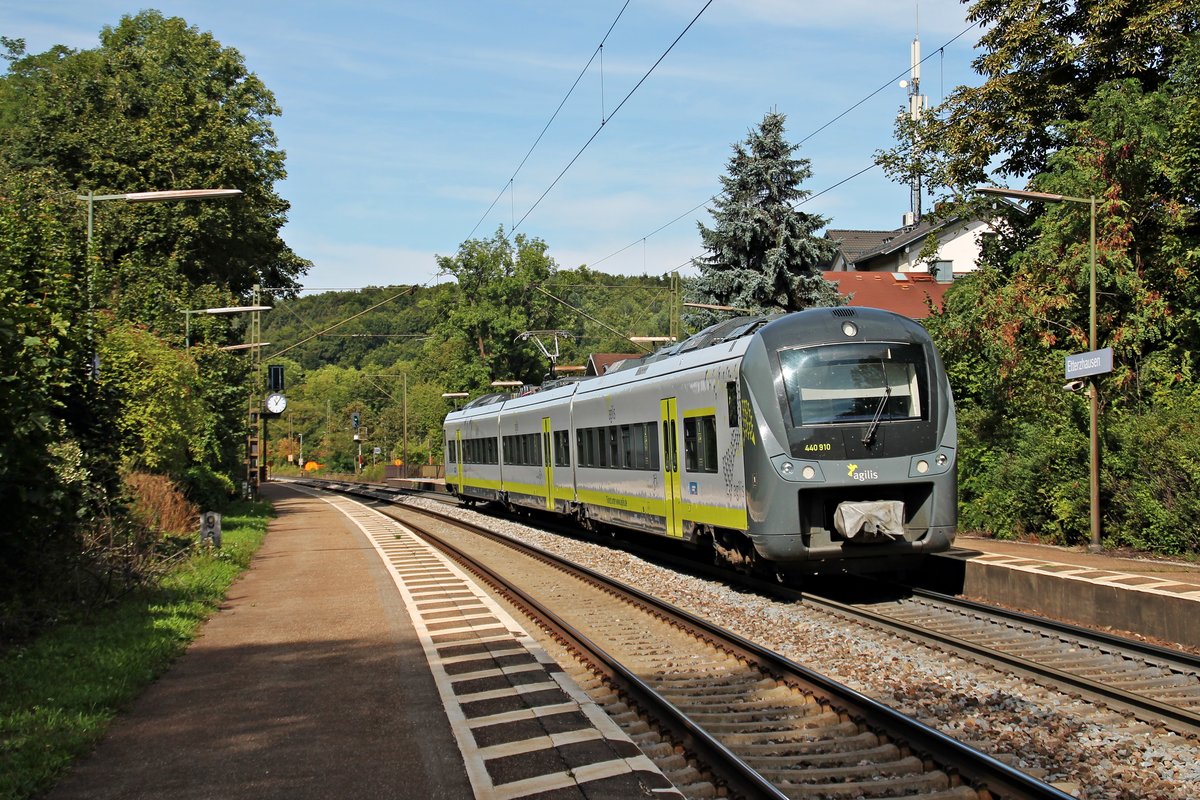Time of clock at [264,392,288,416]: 11:06
